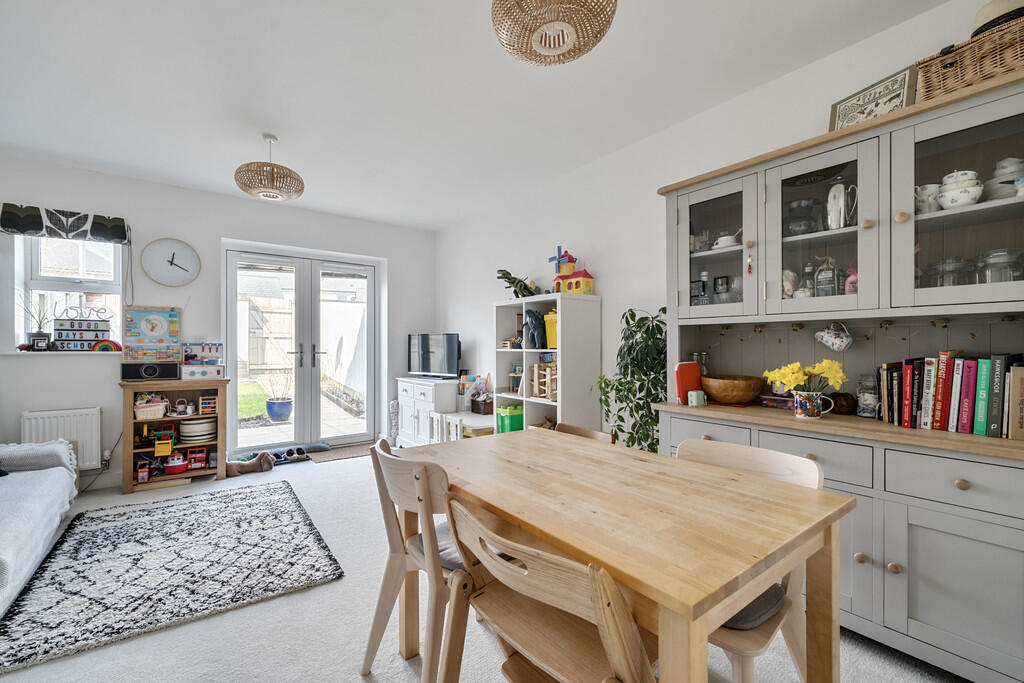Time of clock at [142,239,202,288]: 12:19
